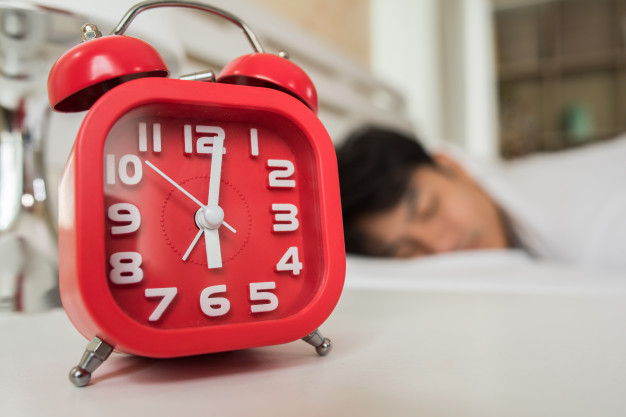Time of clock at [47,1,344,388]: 6:01
